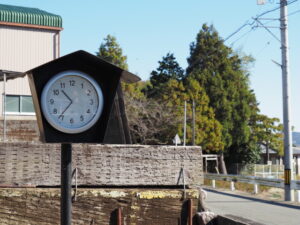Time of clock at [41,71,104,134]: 10:36
